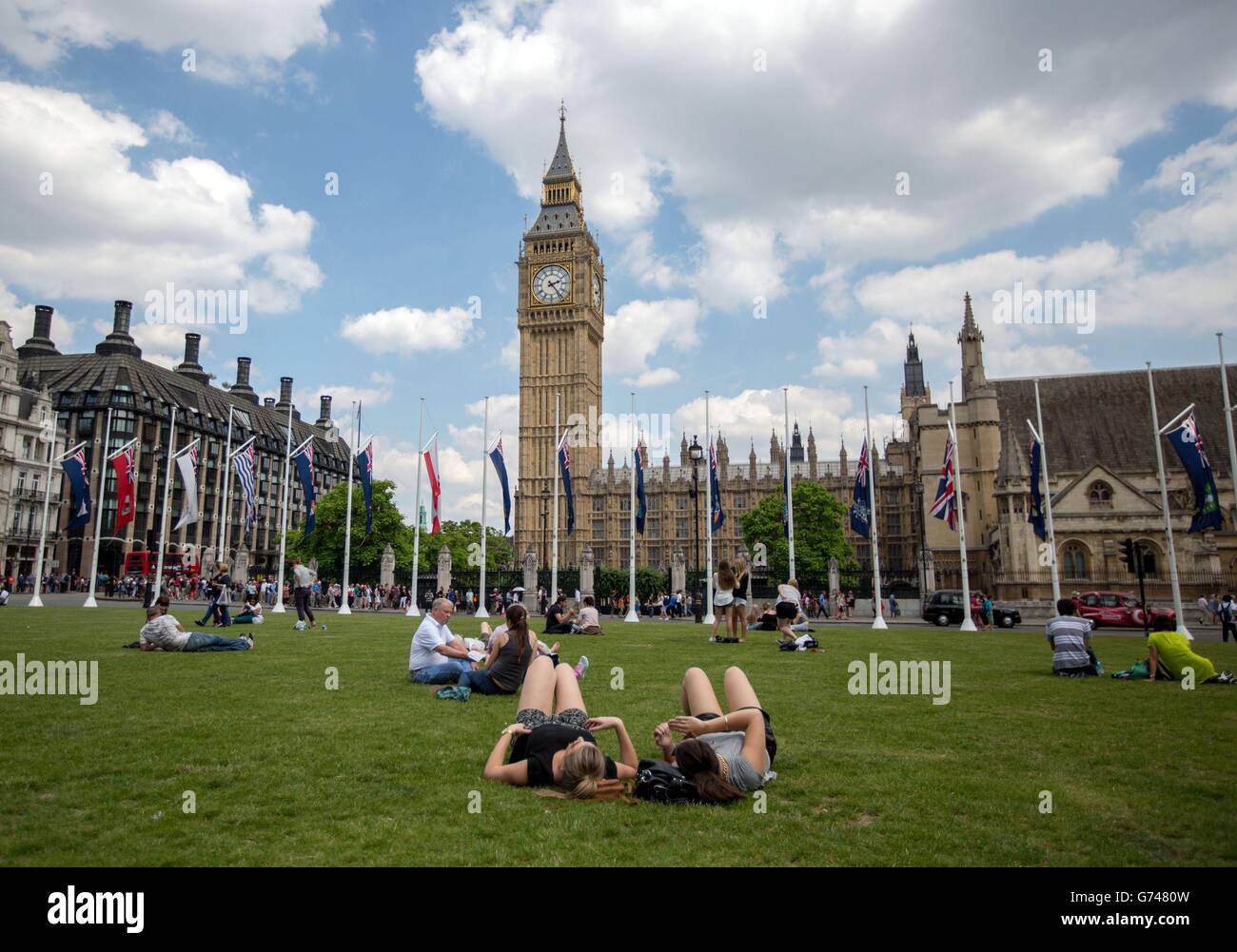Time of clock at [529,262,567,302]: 2:23
